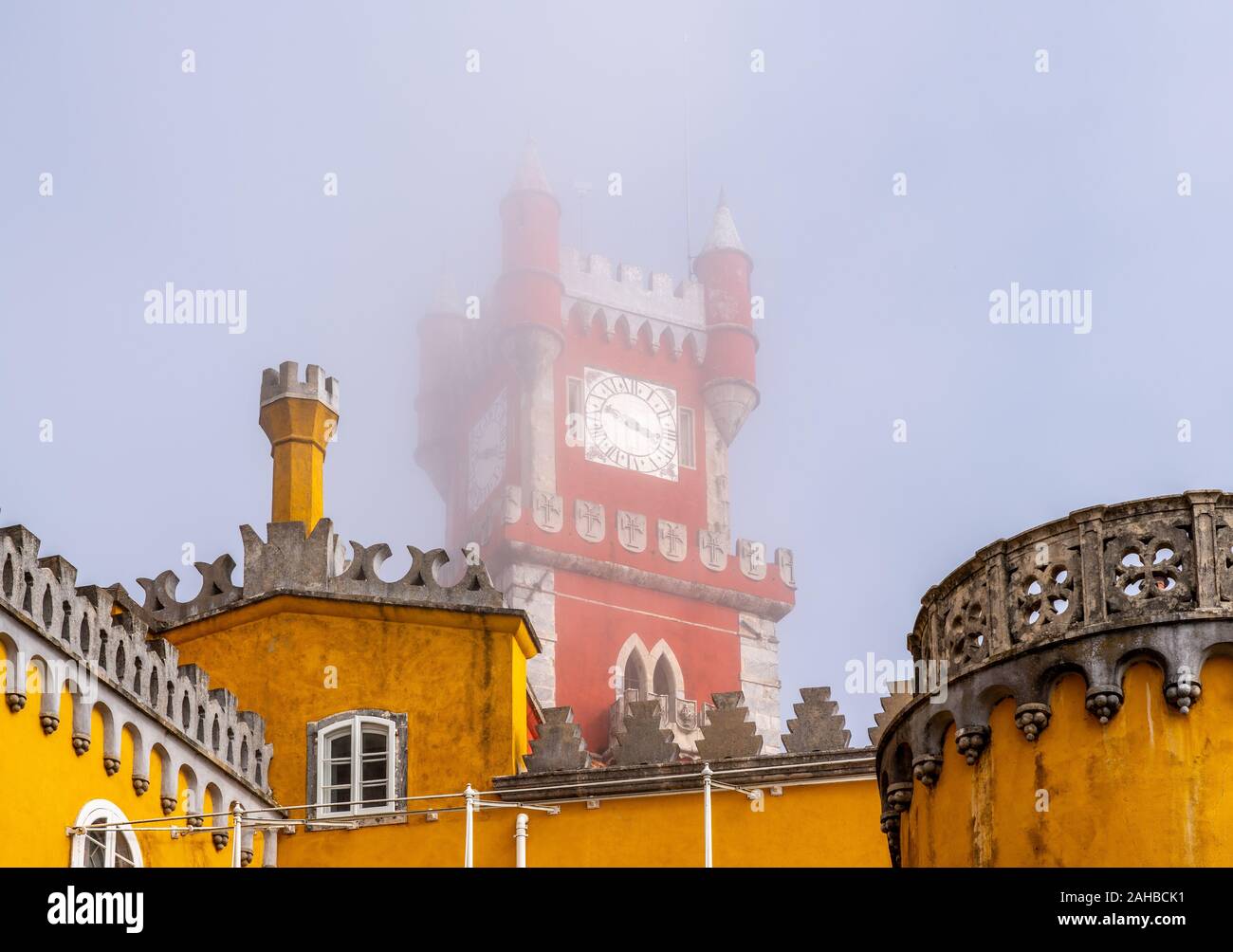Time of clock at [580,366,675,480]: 3:48
